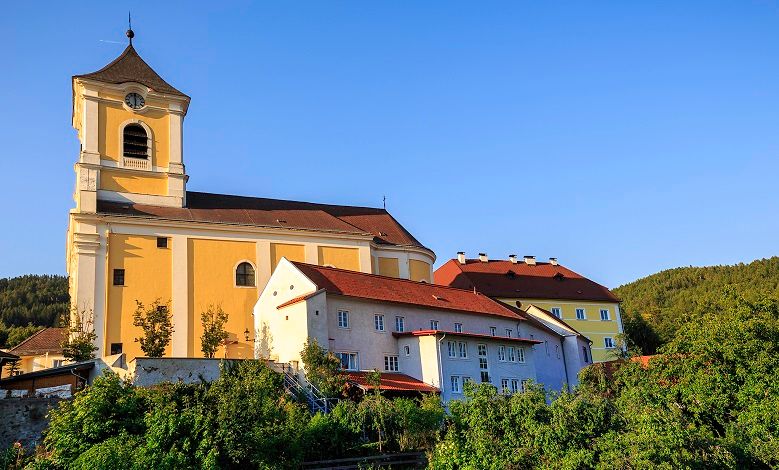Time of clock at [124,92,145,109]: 5:59
